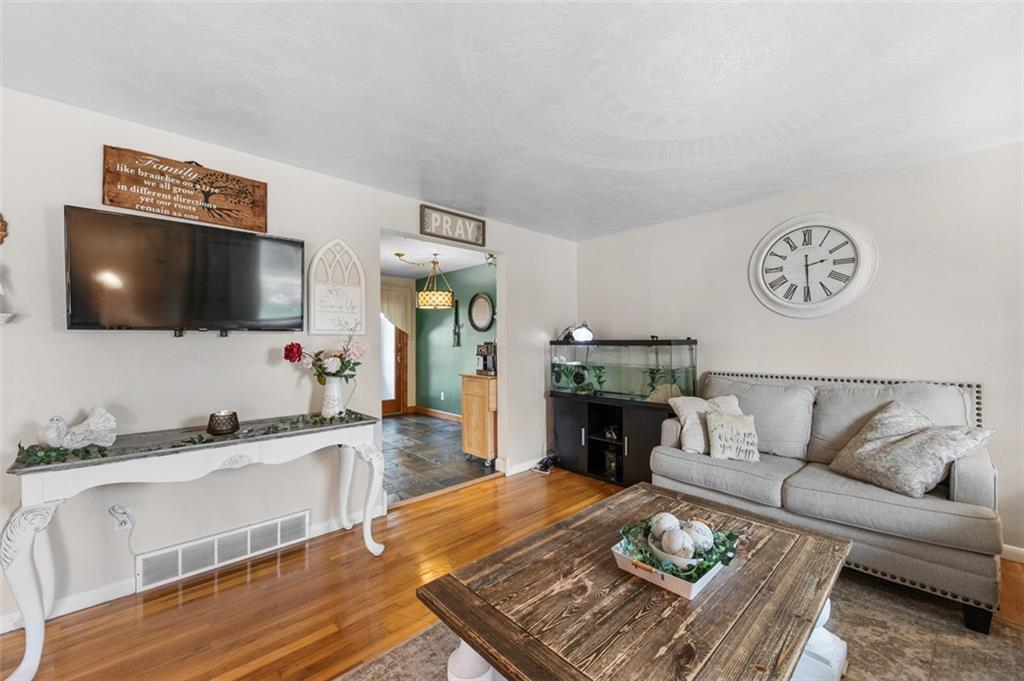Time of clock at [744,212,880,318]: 2:29
